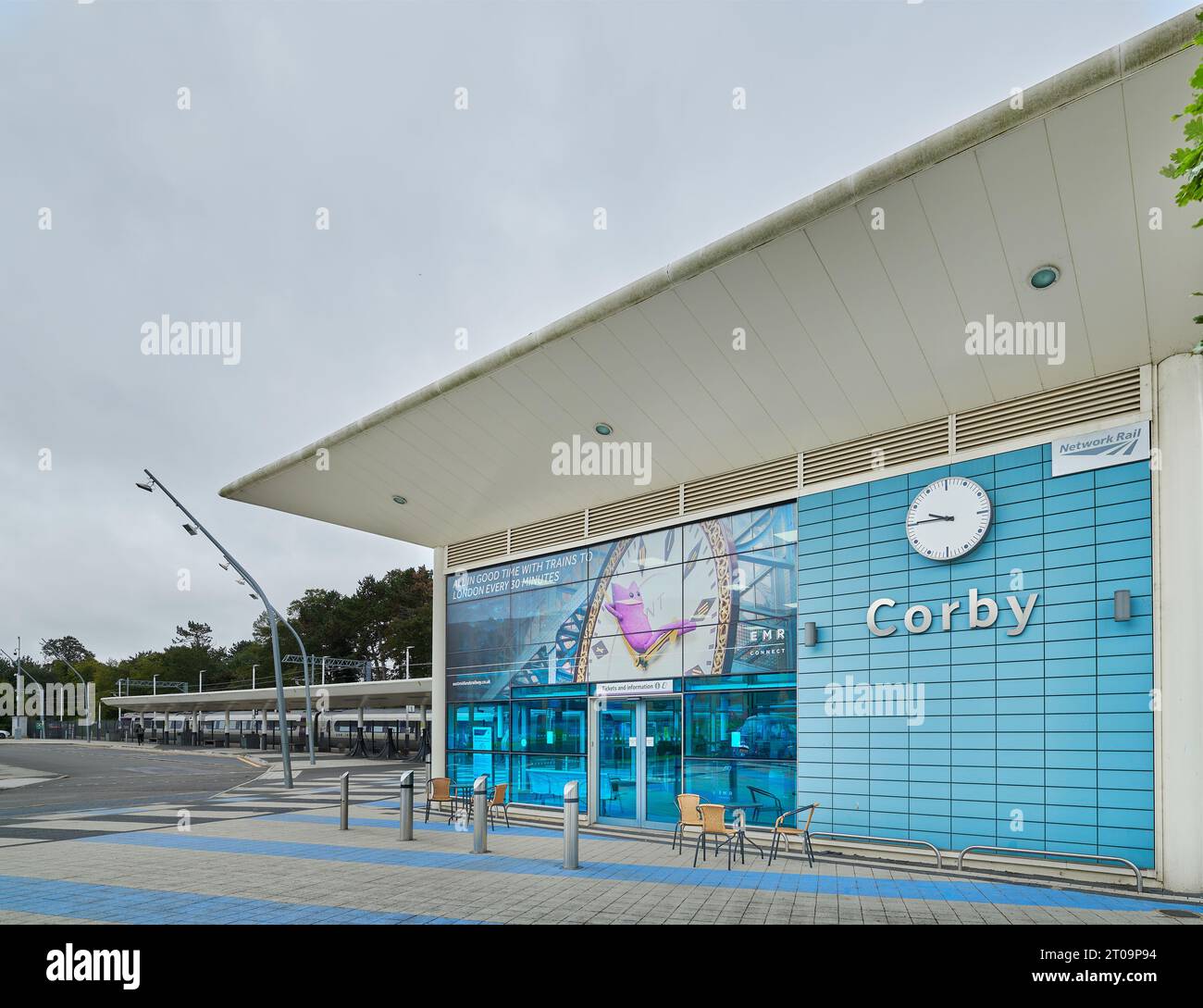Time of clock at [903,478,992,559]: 9:45
